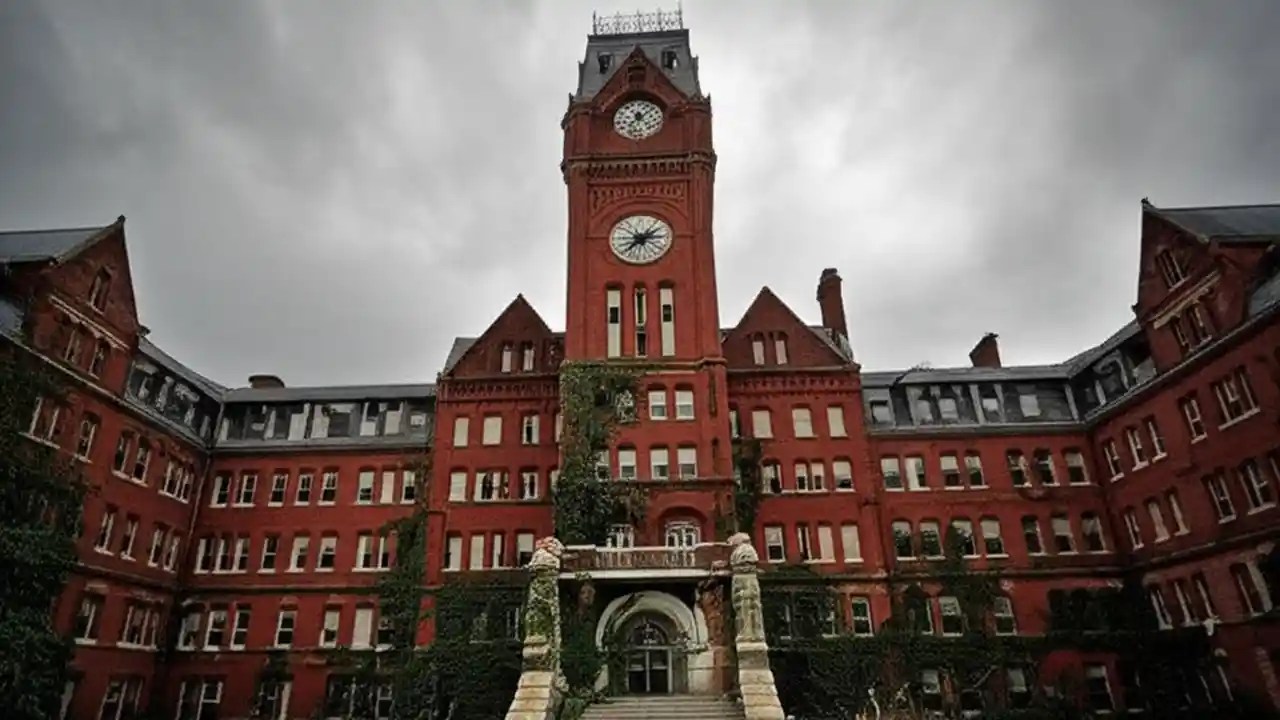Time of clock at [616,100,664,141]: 12:07
